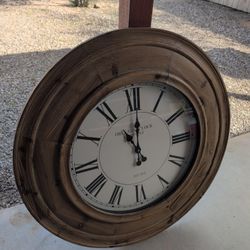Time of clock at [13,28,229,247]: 11:00
